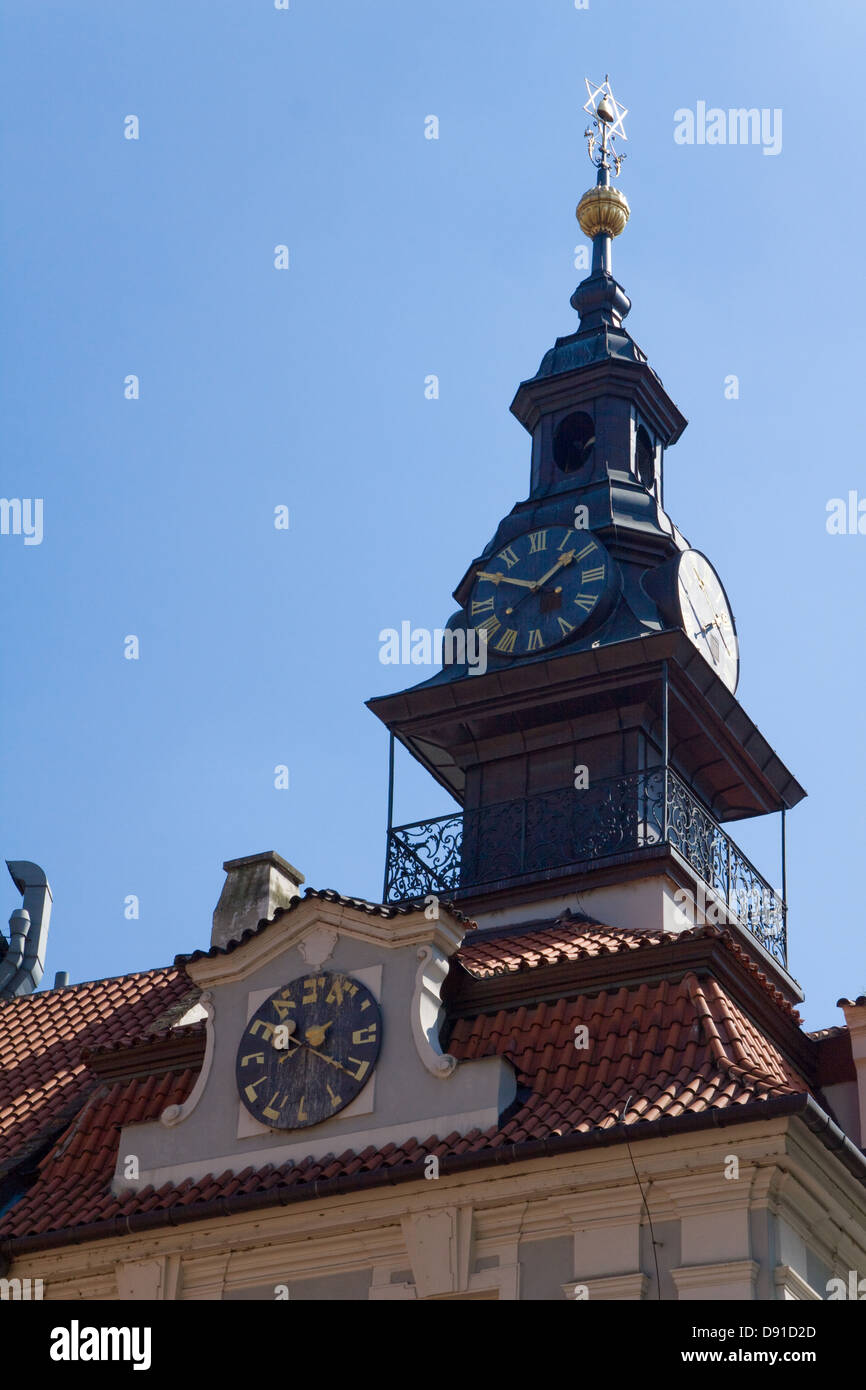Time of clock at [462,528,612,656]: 1:50
